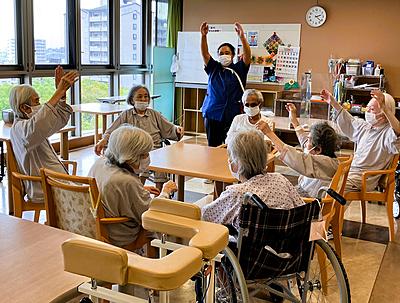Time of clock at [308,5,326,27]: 2:21
